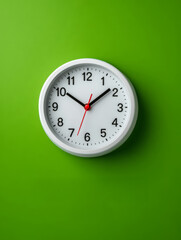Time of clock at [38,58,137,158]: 10:08
